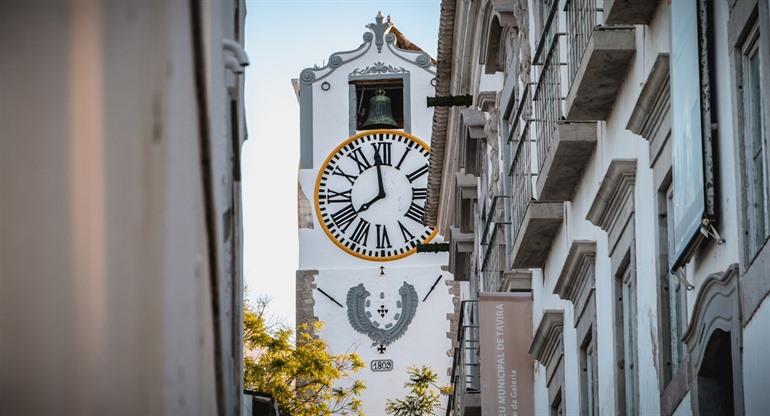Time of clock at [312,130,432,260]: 7:58
